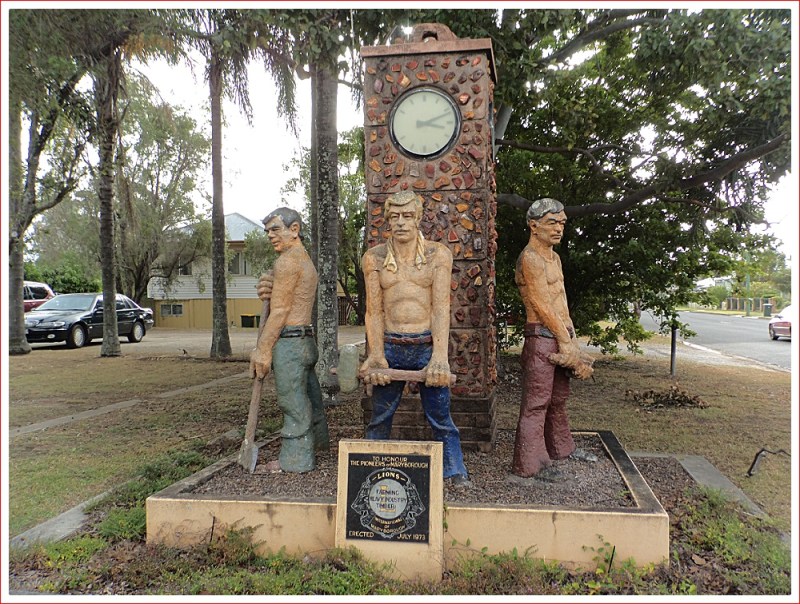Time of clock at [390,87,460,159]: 3:11
